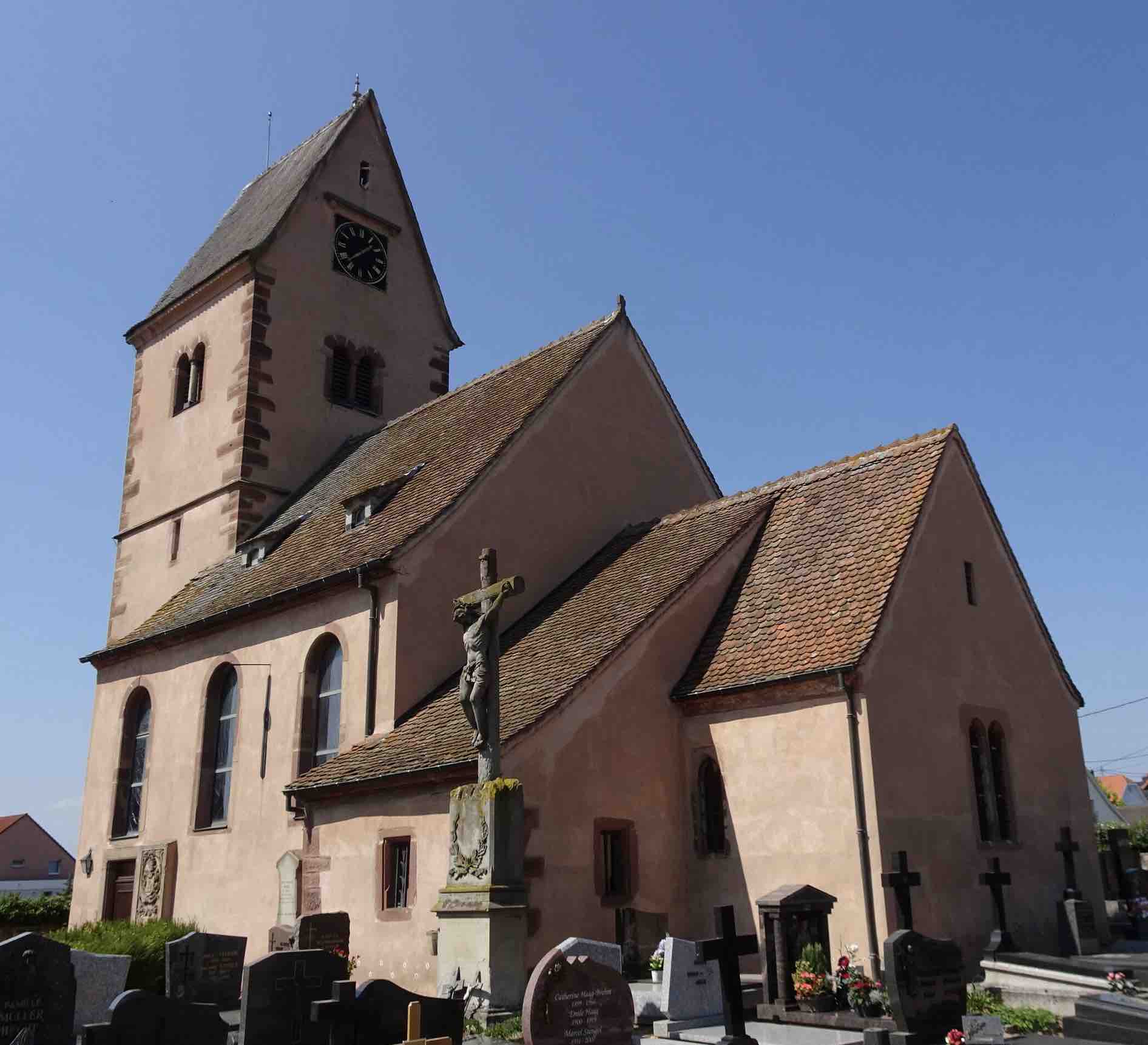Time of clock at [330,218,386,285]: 1:37
